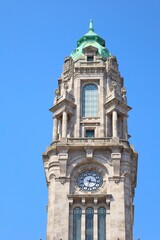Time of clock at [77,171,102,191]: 3:32
